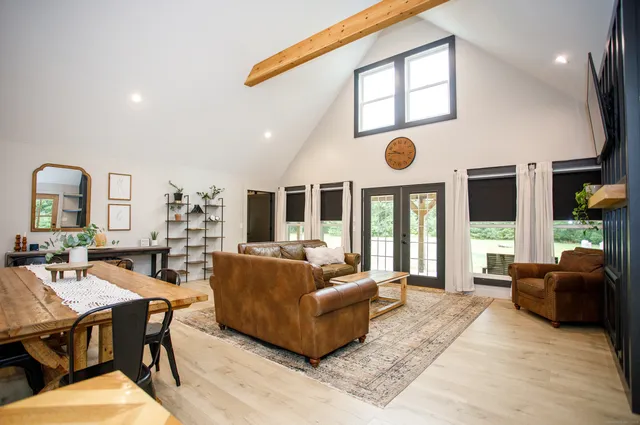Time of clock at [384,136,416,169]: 9:45
